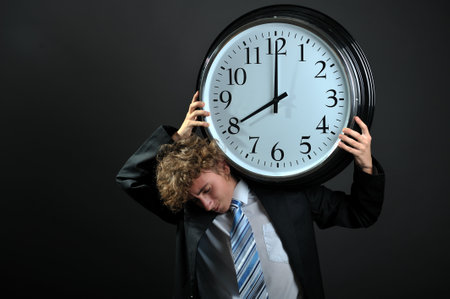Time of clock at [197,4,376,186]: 8:00
